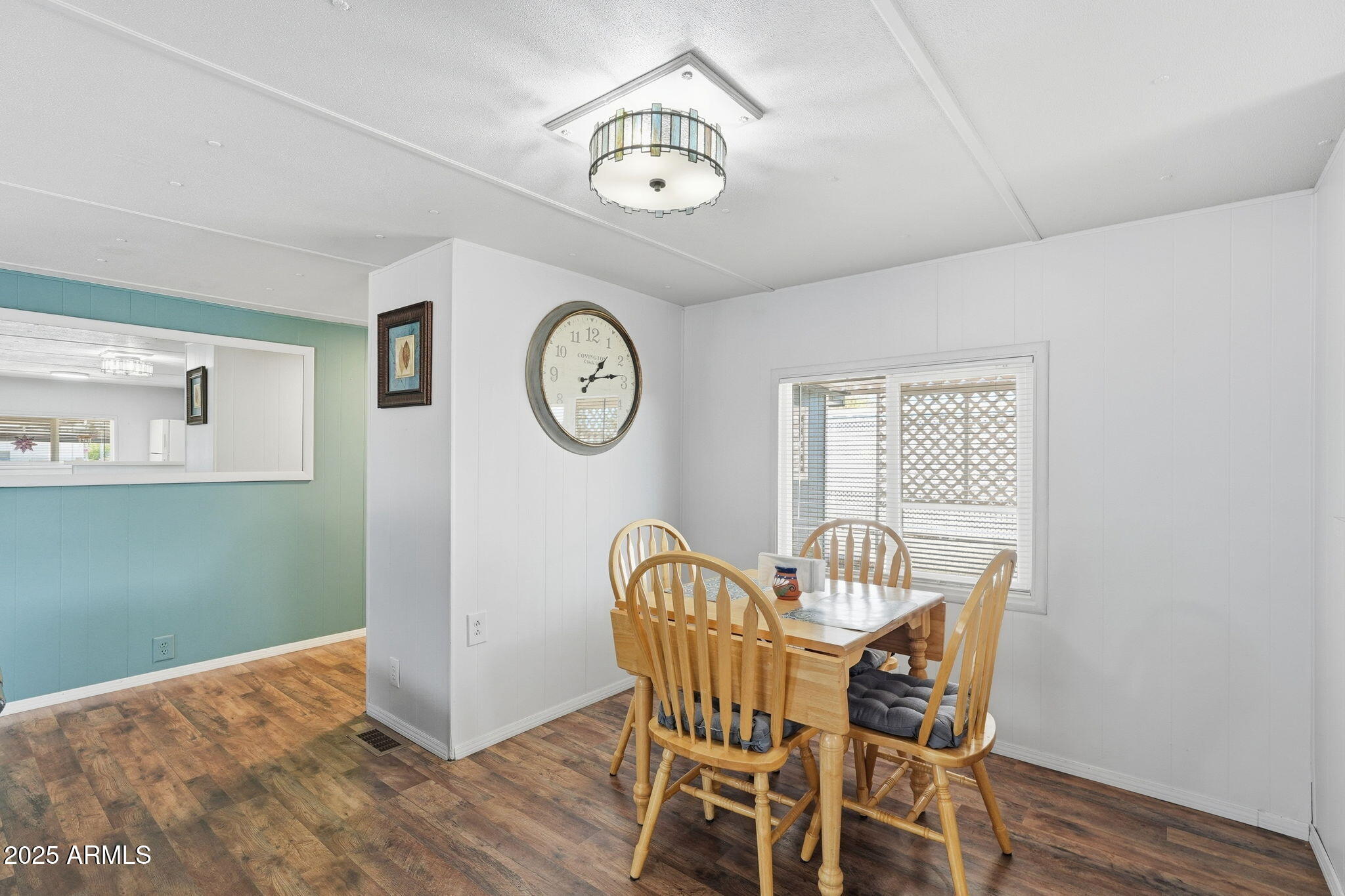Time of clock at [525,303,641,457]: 1:13
